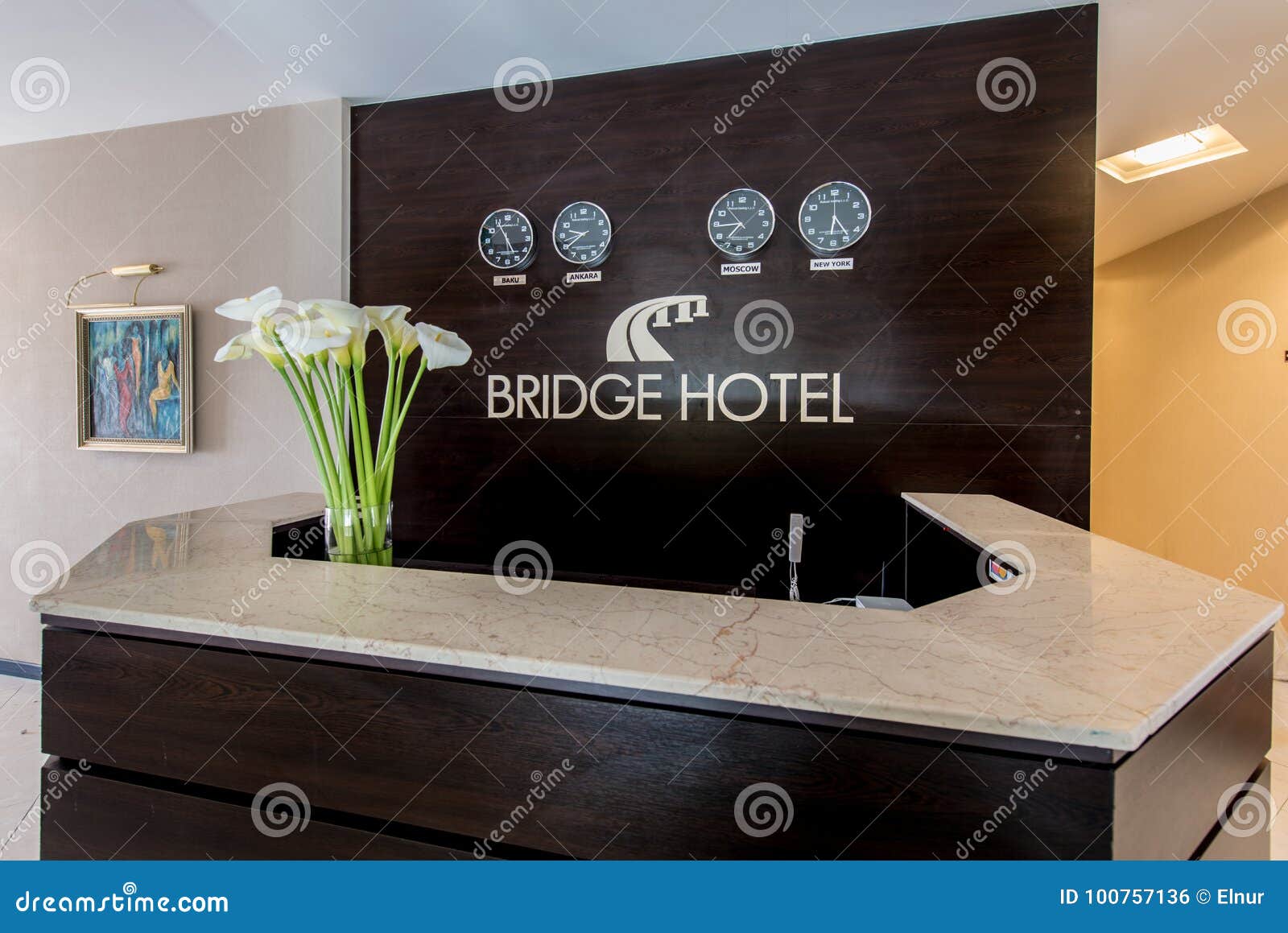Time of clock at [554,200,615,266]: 9:39
